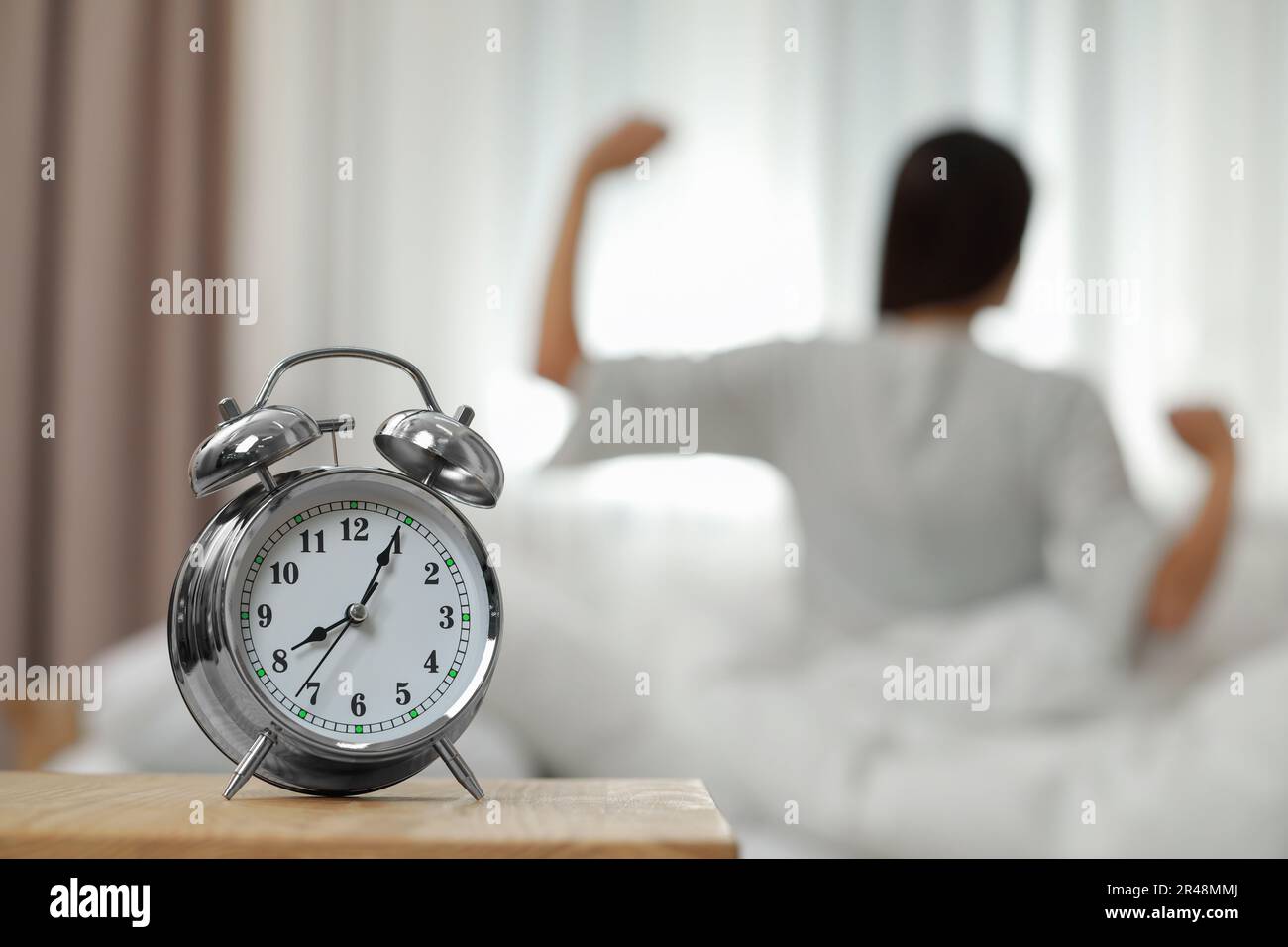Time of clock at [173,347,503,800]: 8:04
